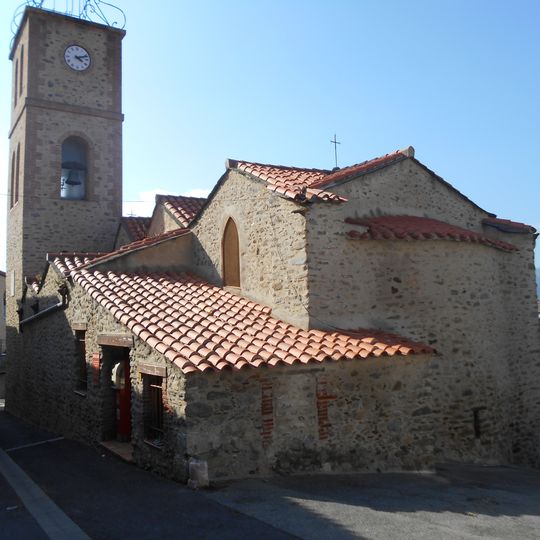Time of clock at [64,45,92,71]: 4:12
